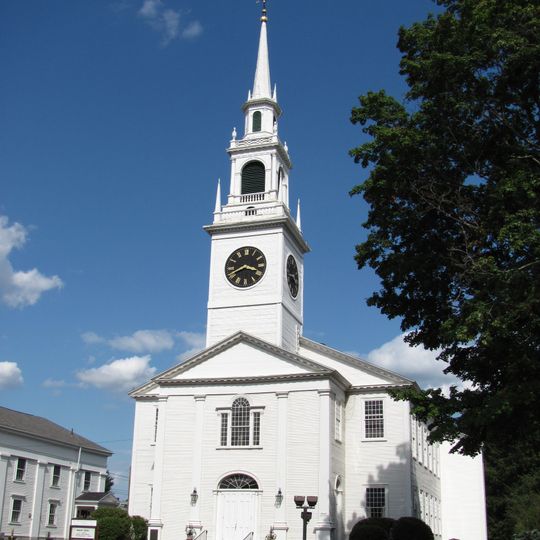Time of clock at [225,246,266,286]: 3:40
